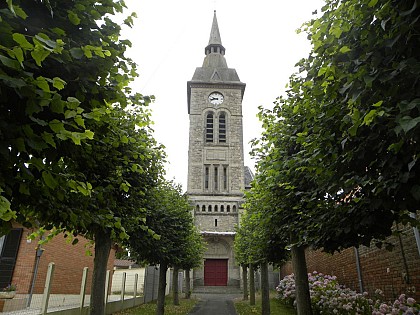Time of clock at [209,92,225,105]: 9:42
